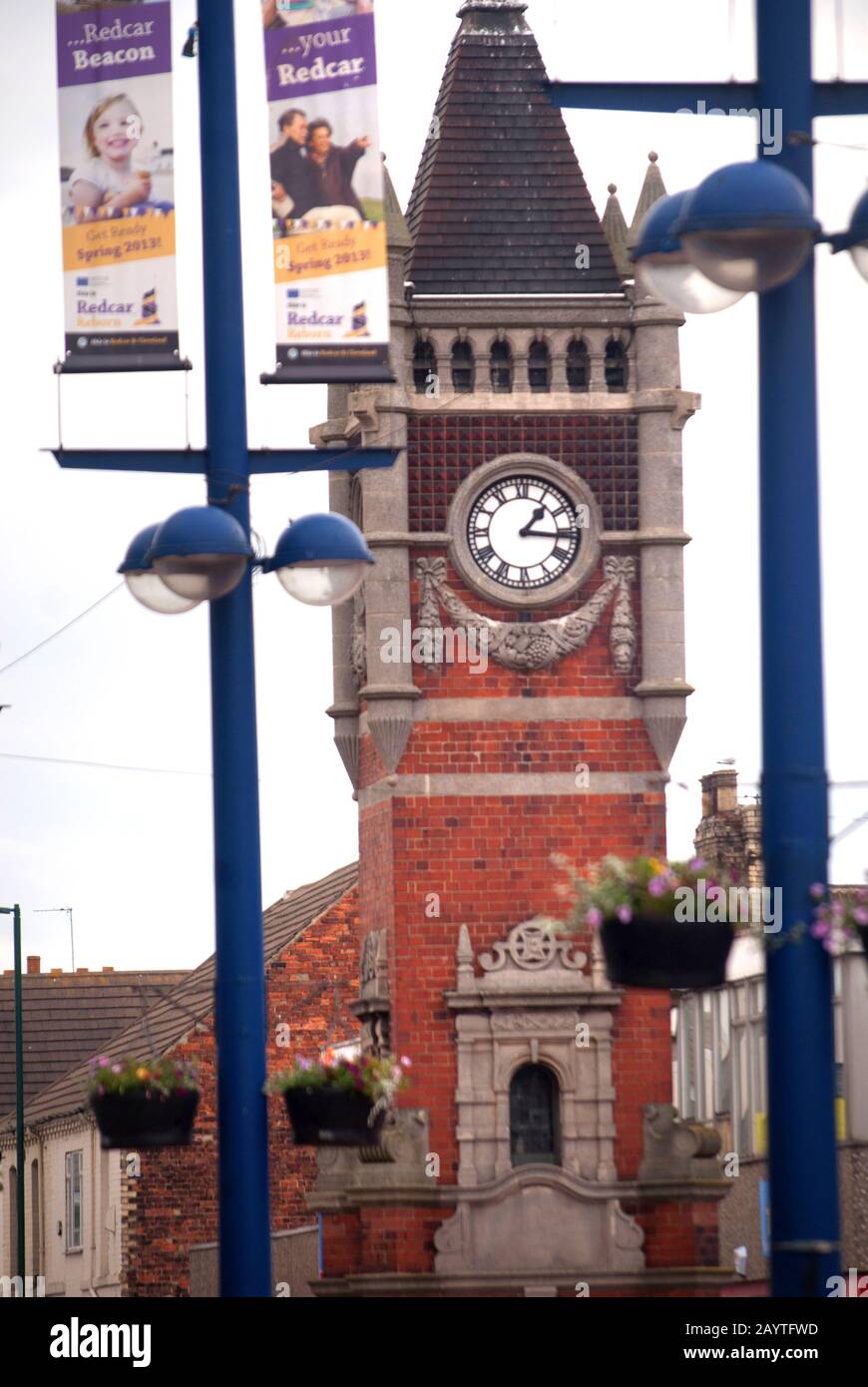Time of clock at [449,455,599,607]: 1:16
